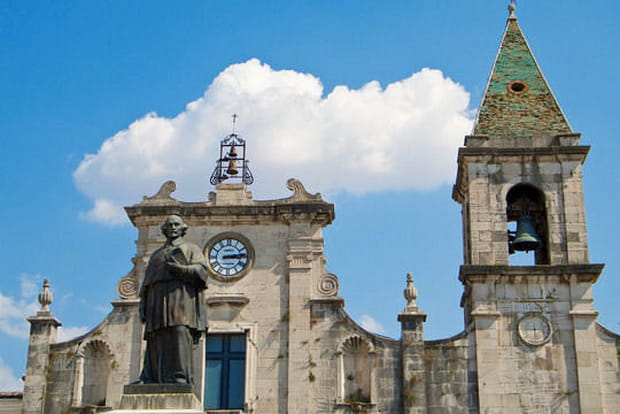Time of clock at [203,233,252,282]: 3:13
